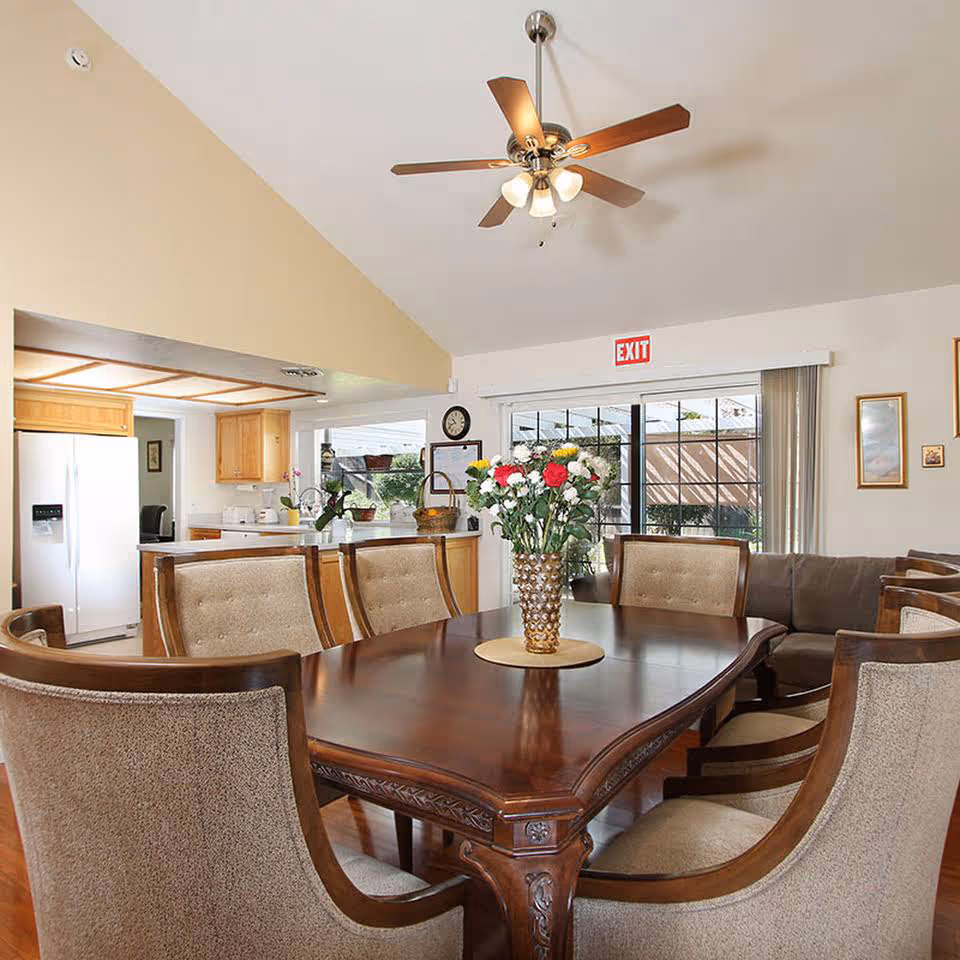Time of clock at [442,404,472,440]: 10:42
